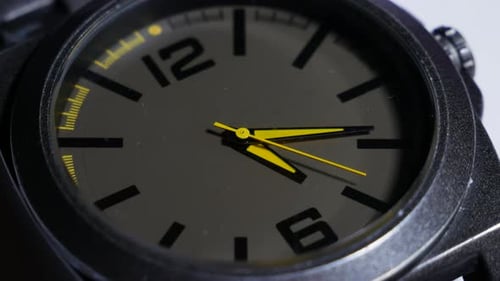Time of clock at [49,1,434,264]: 4:14
